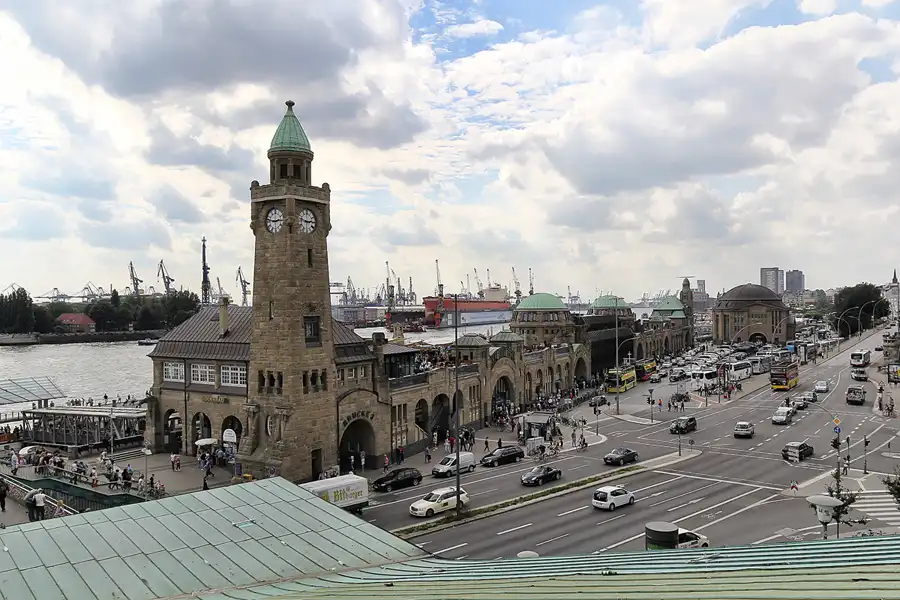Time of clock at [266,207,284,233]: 2:46
